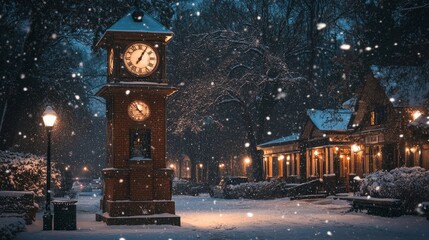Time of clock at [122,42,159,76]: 7:05
